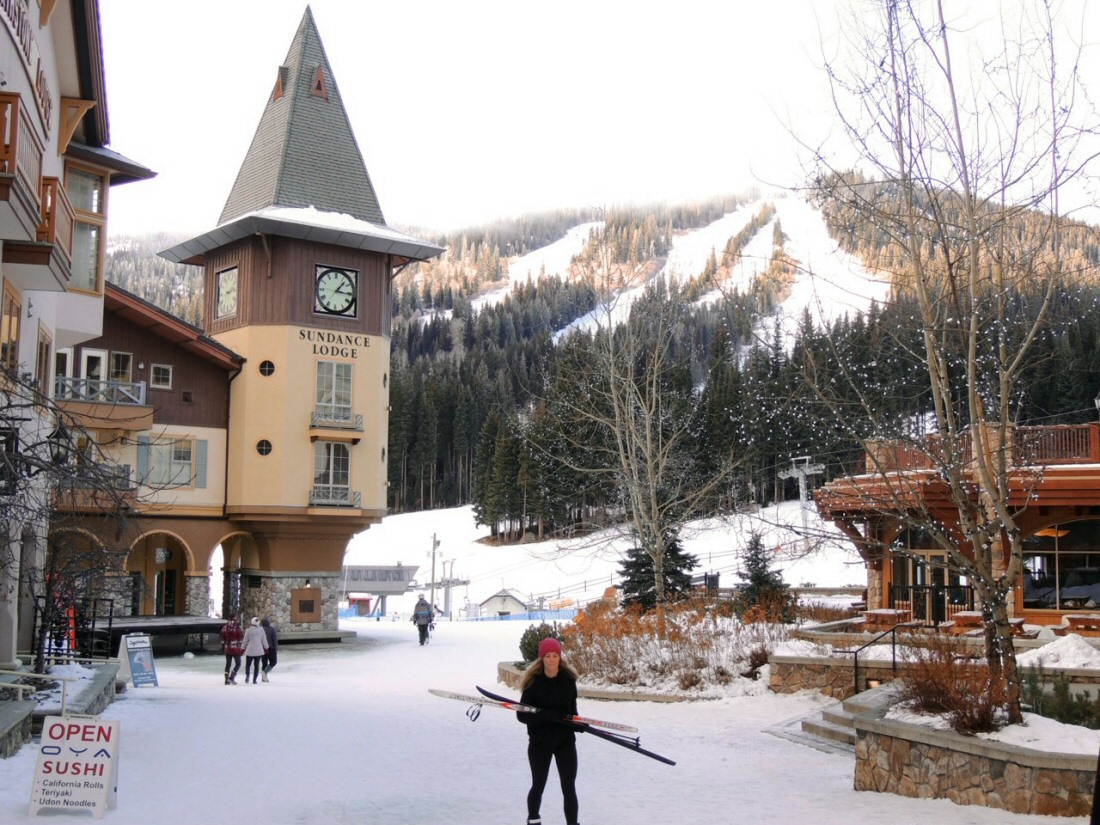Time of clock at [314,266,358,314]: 1:15
